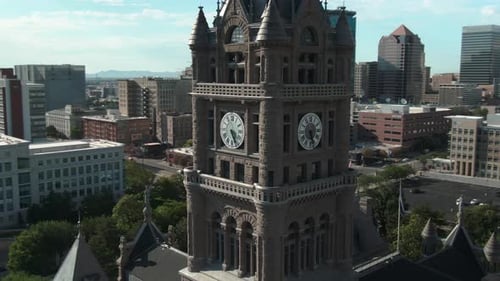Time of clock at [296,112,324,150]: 5:26
